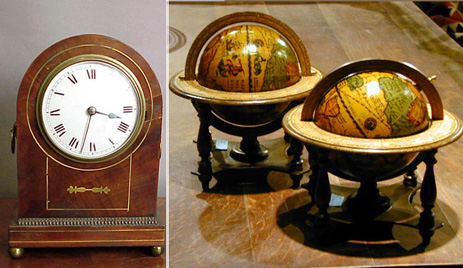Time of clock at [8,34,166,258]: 3:32
